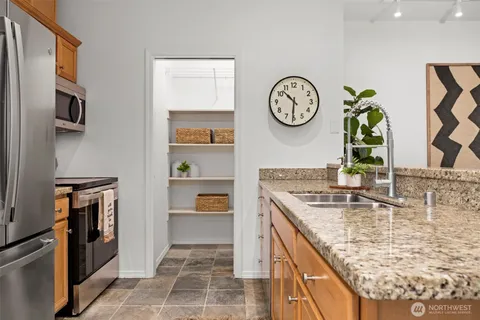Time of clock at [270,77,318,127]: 10:30
